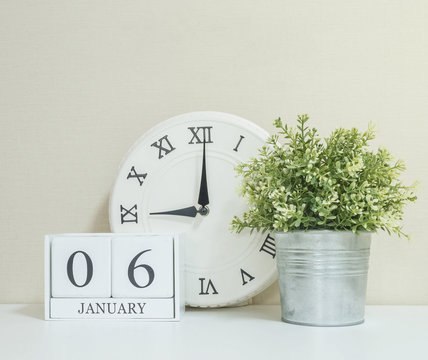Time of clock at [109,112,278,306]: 9:00
